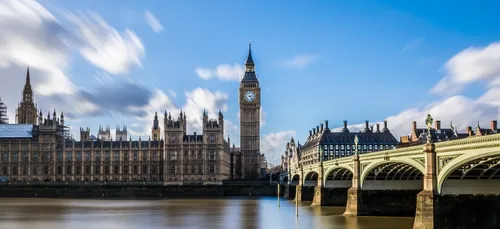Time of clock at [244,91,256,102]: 2:23
